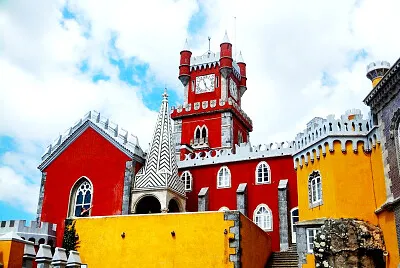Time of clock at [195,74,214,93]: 5:26
